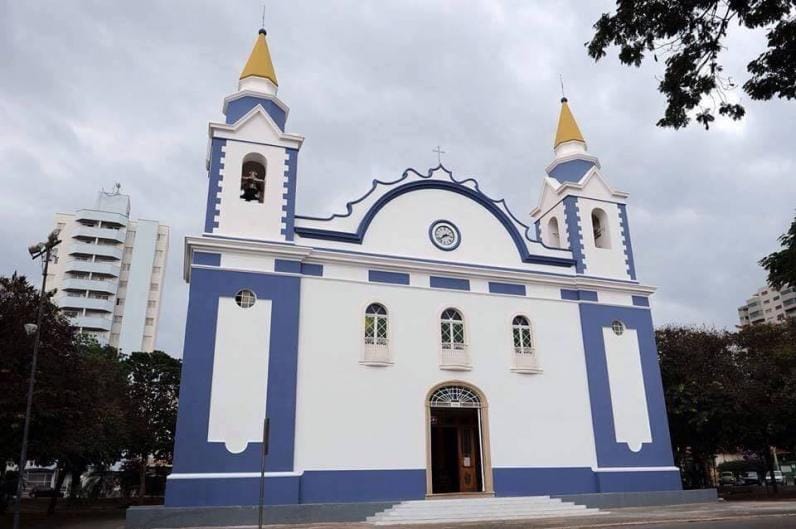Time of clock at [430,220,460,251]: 2:38
